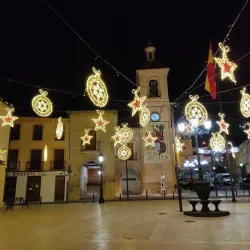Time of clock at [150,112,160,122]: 9:22
